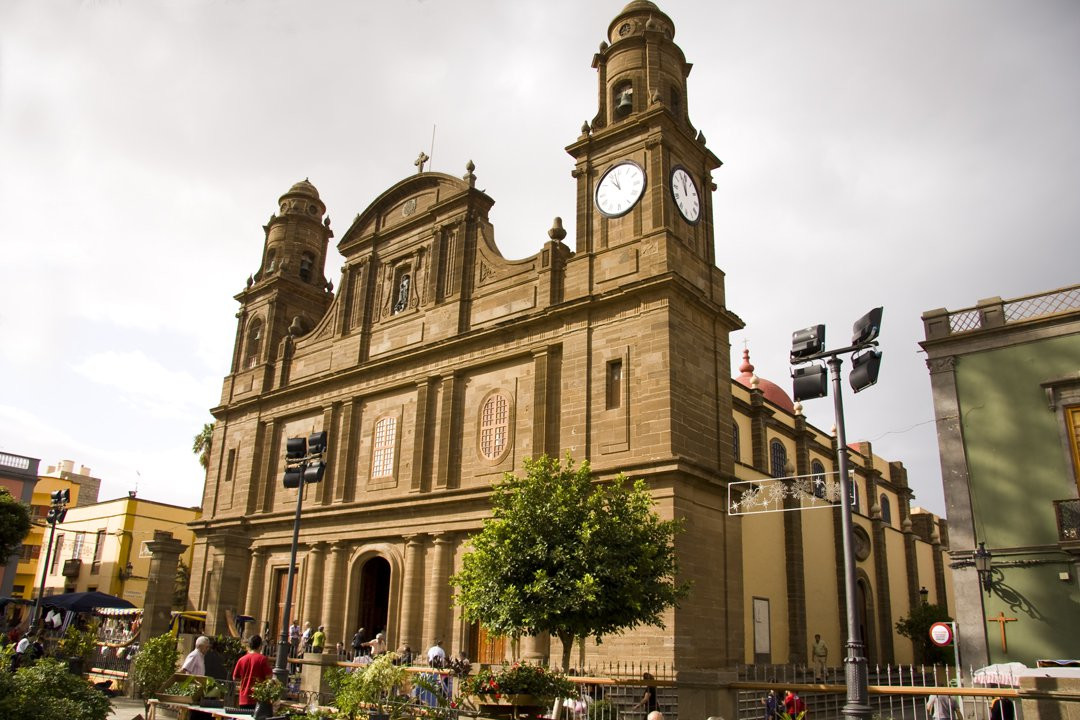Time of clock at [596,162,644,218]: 10:57
